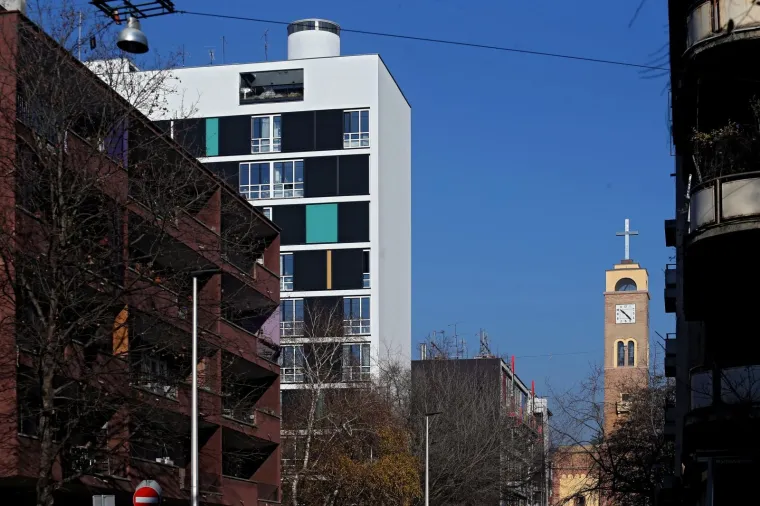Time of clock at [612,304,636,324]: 10:22
